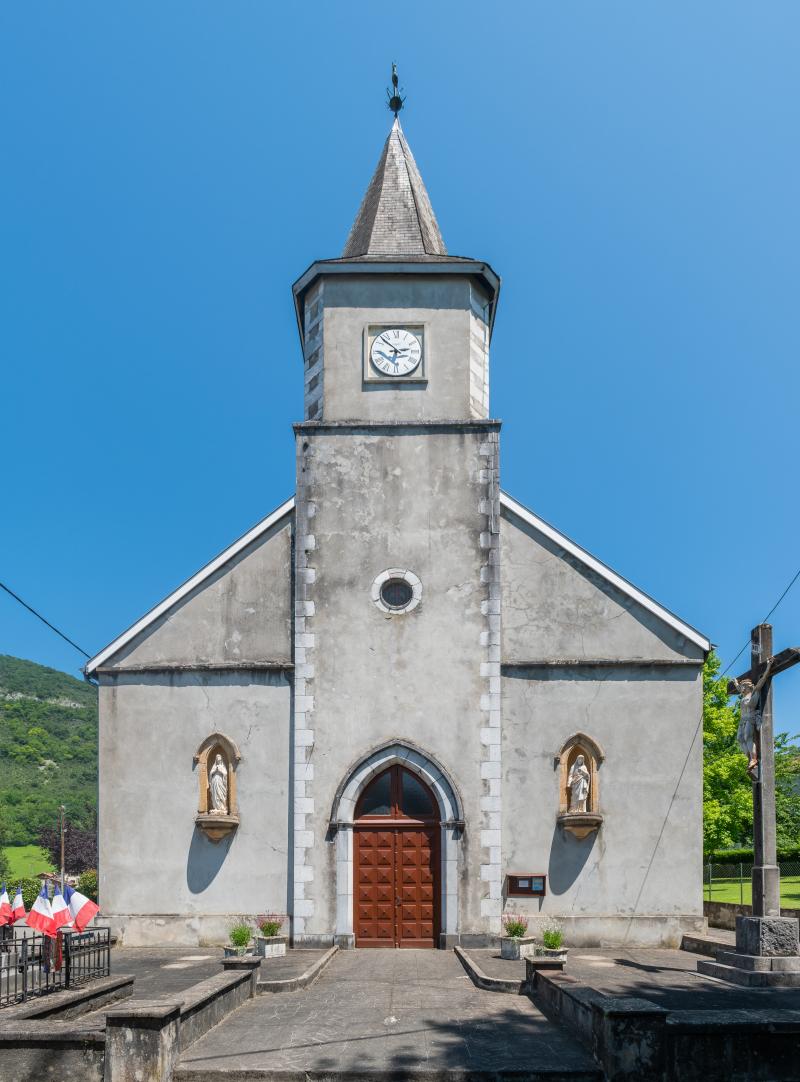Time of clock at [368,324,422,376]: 2:52
